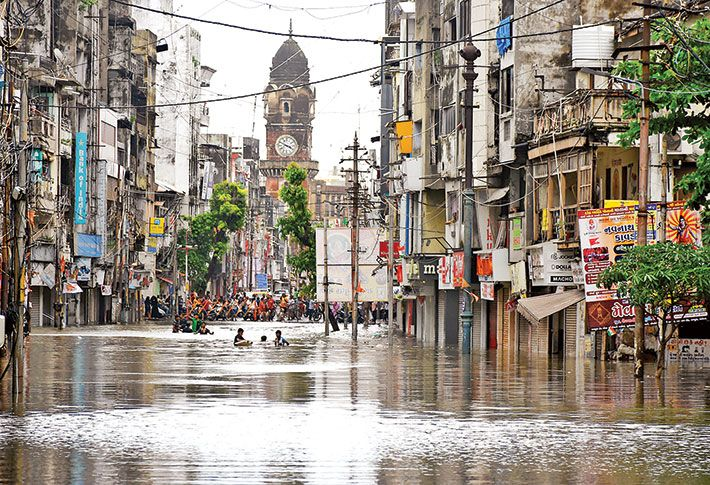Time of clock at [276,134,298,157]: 3:48
